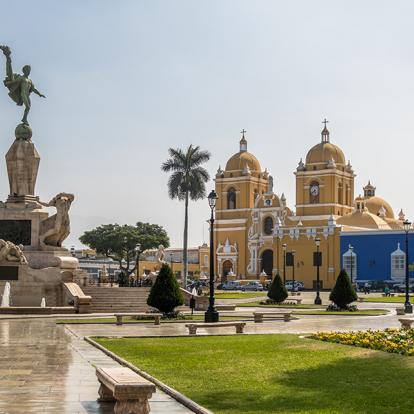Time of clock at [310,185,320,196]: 5:38
